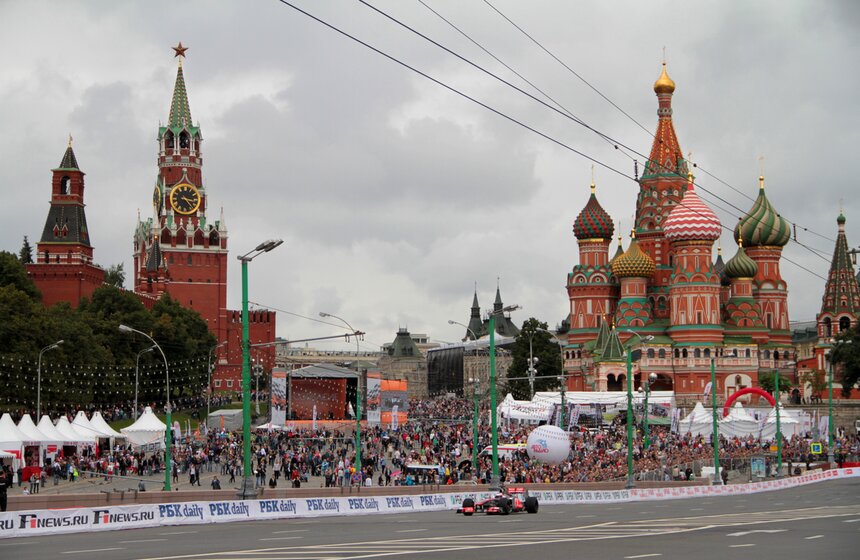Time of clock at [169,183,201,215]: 3:22
